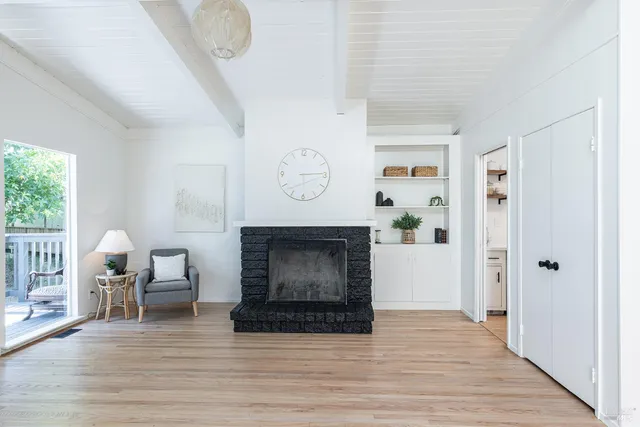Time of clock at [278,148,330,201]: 6:14
